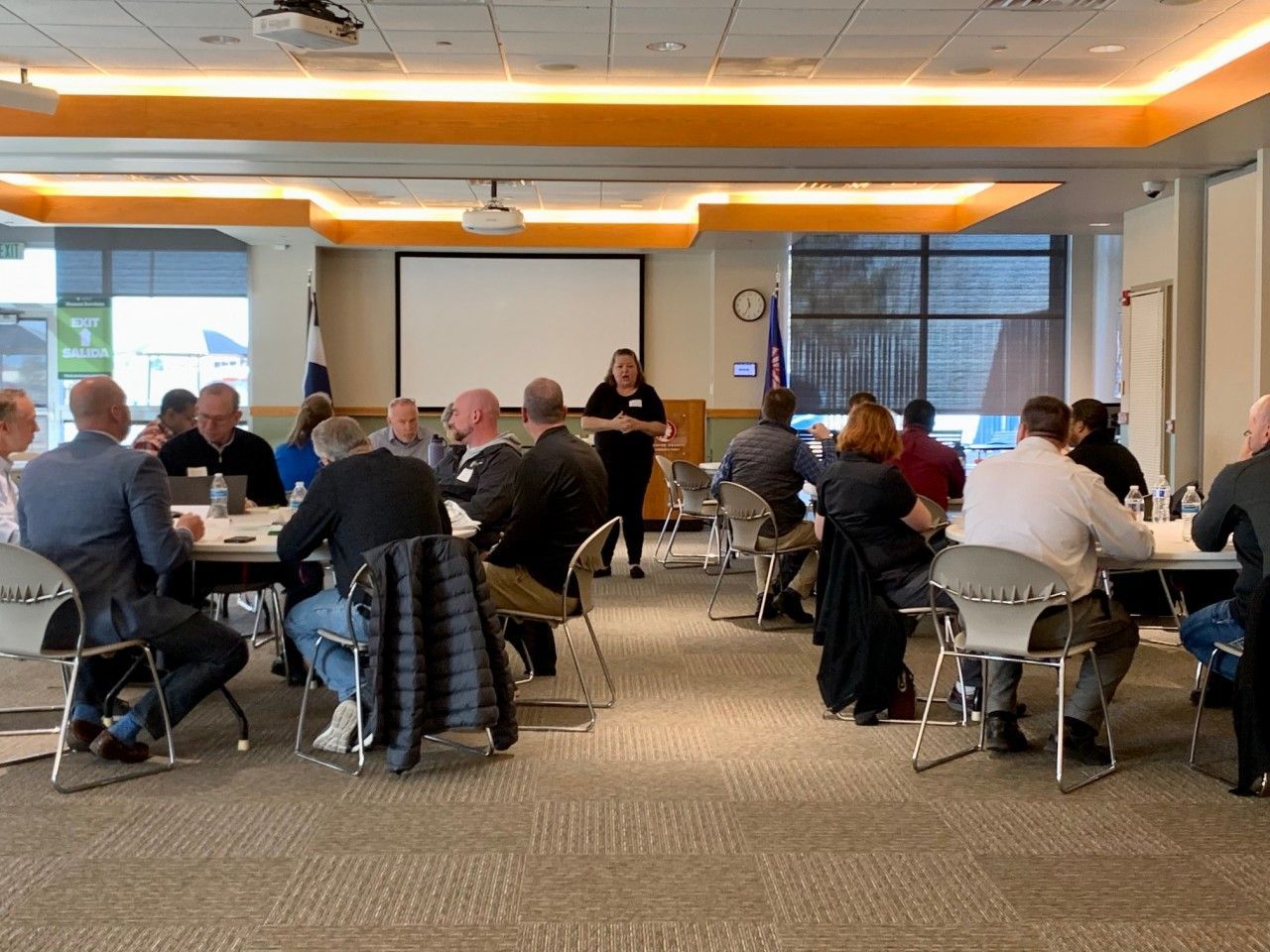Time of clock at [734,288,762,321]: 11:34
